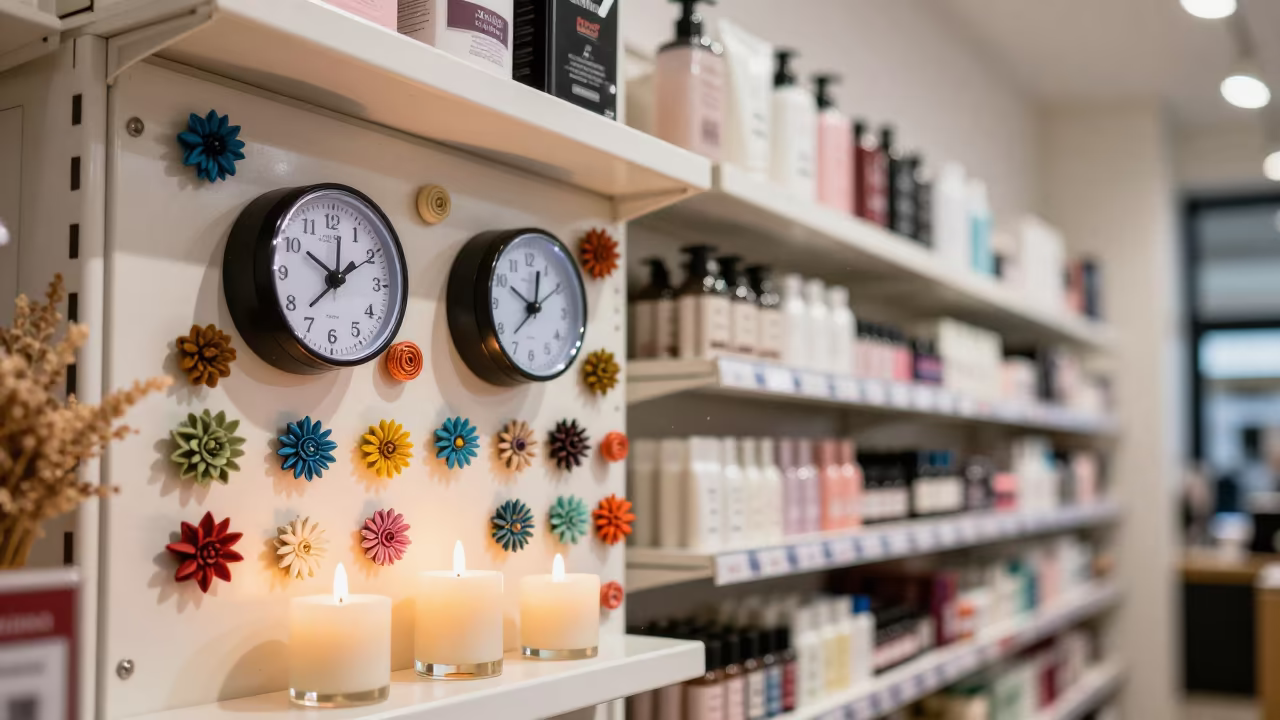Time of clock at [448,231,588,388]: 10:02
